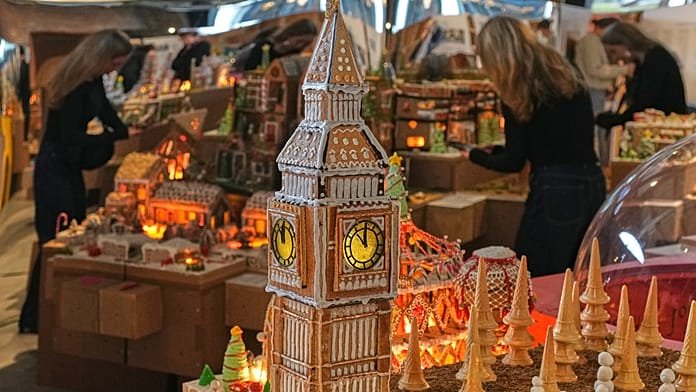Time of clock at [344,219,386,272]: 11:52
